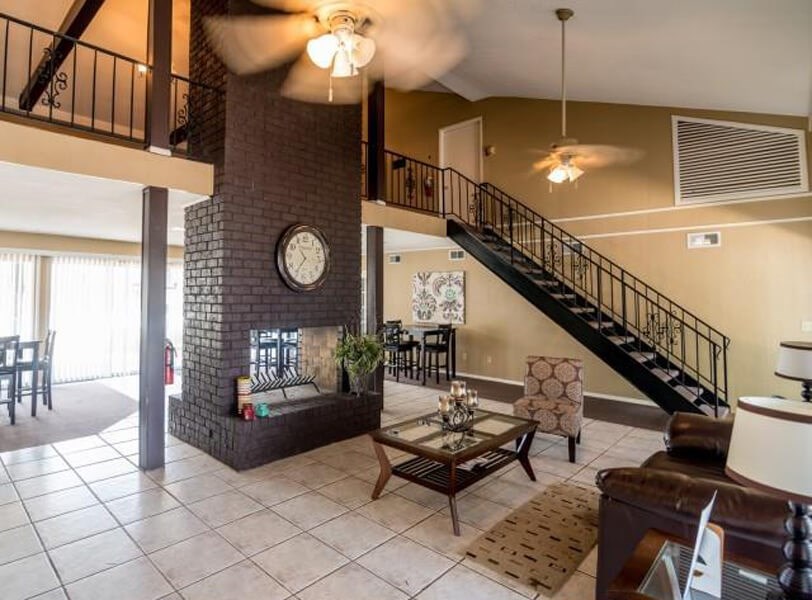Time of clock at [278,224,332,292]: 10:36
